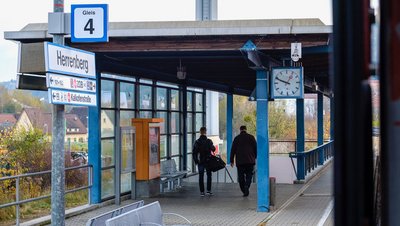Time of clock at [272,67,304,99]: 12:49
